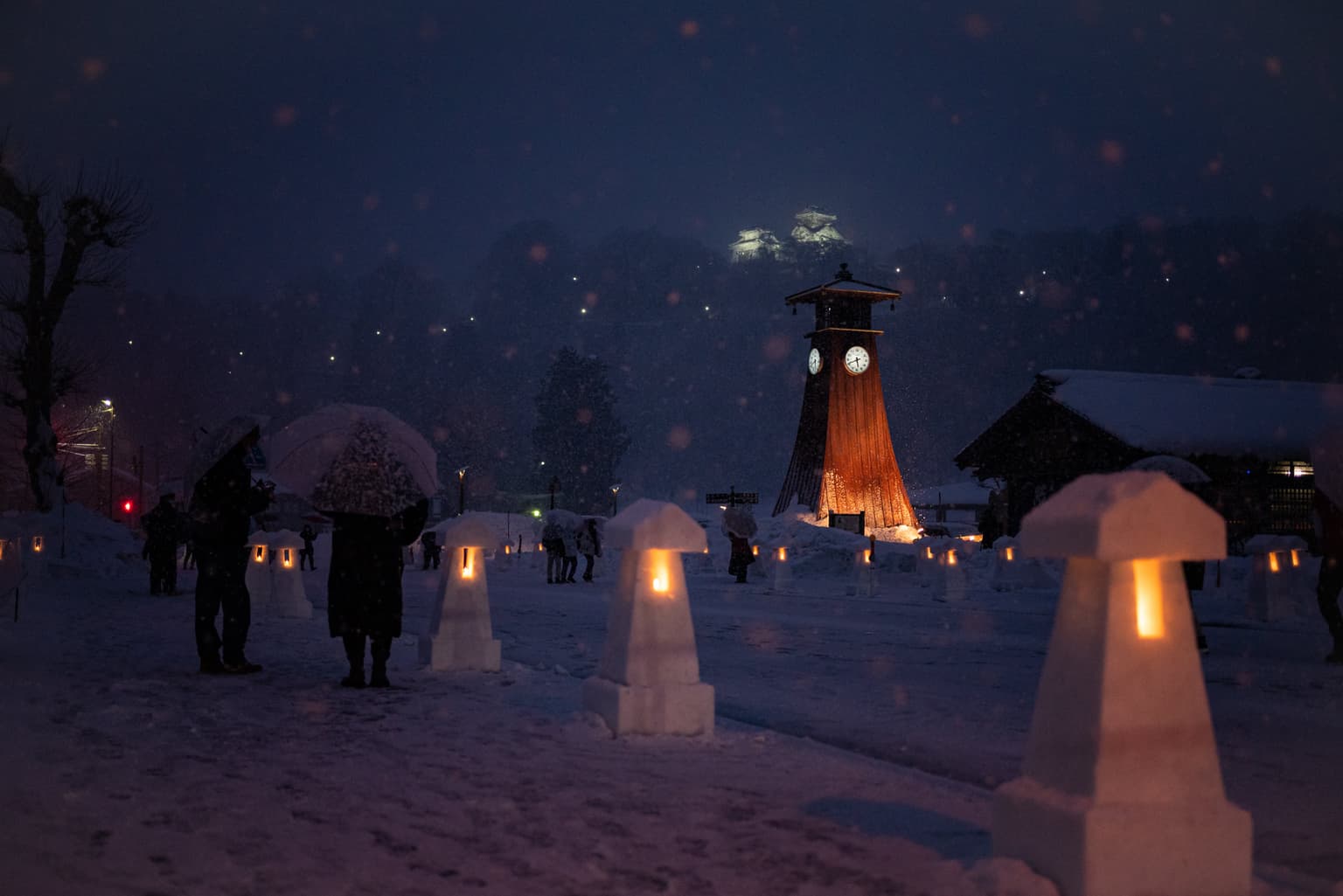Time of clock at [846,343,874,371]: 5:41
